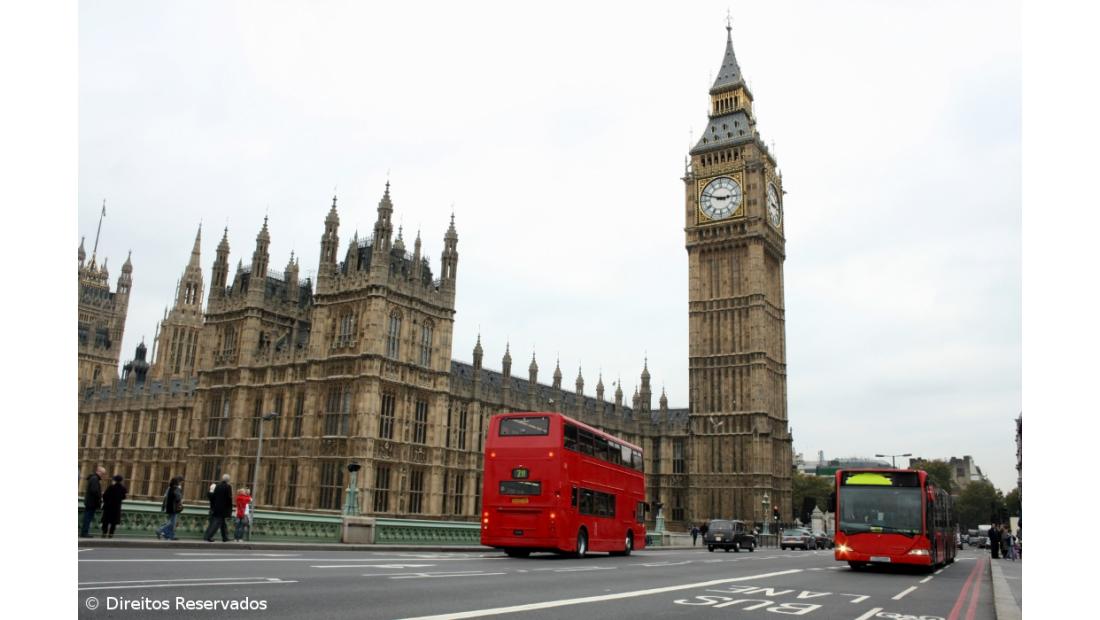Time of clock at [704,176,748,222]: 2:48
